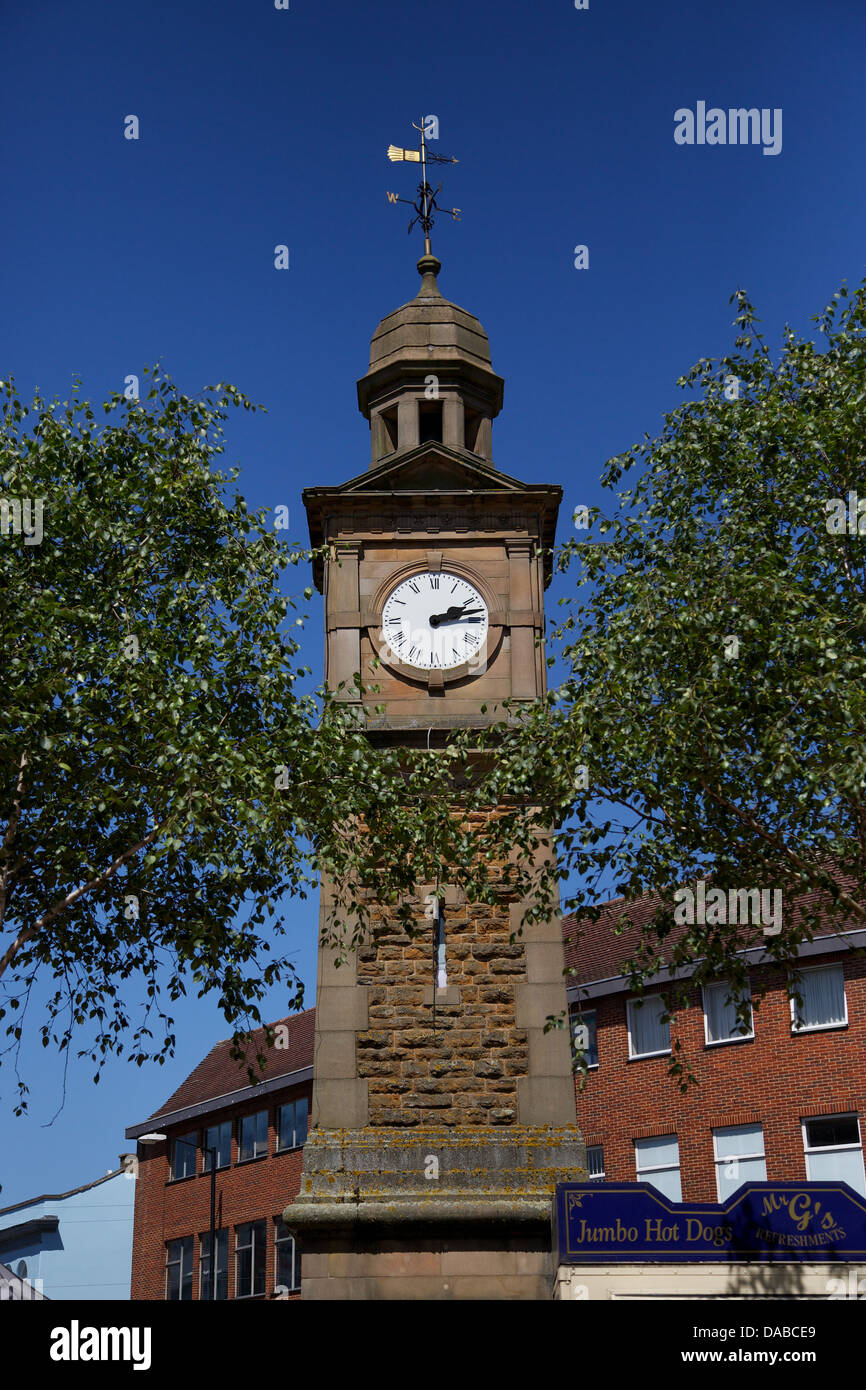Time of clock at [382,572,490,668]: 2:12
